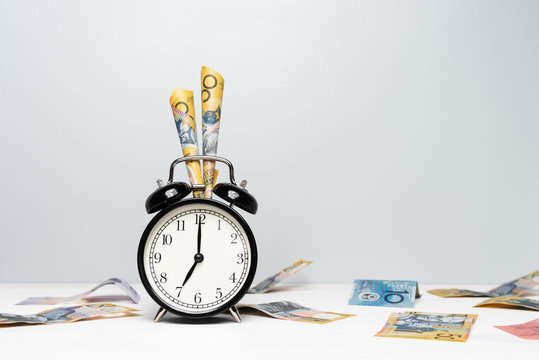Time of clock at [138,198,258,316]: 7:00
